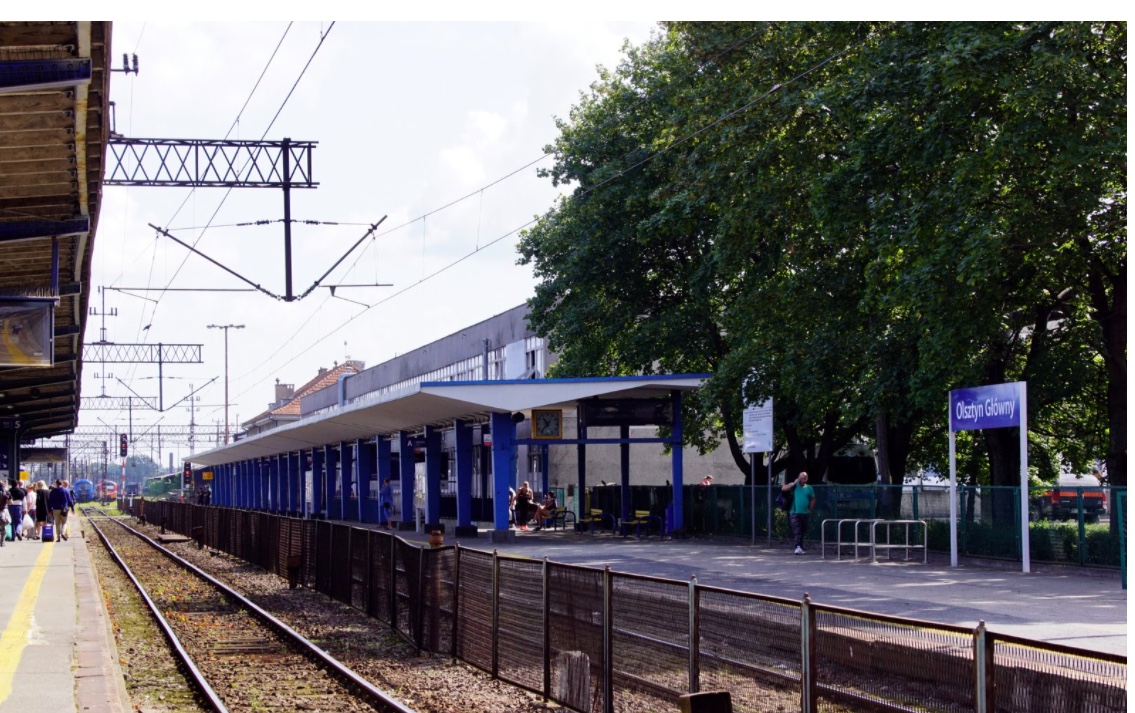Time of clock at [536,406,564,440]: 10:37
